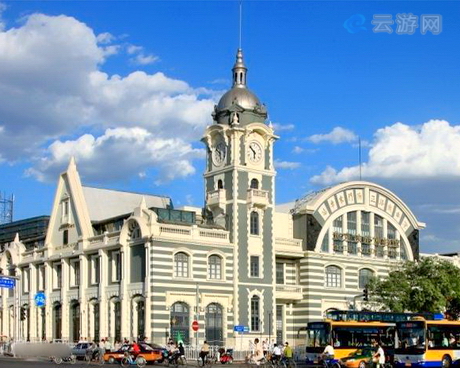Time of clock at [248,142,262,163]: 5:51
